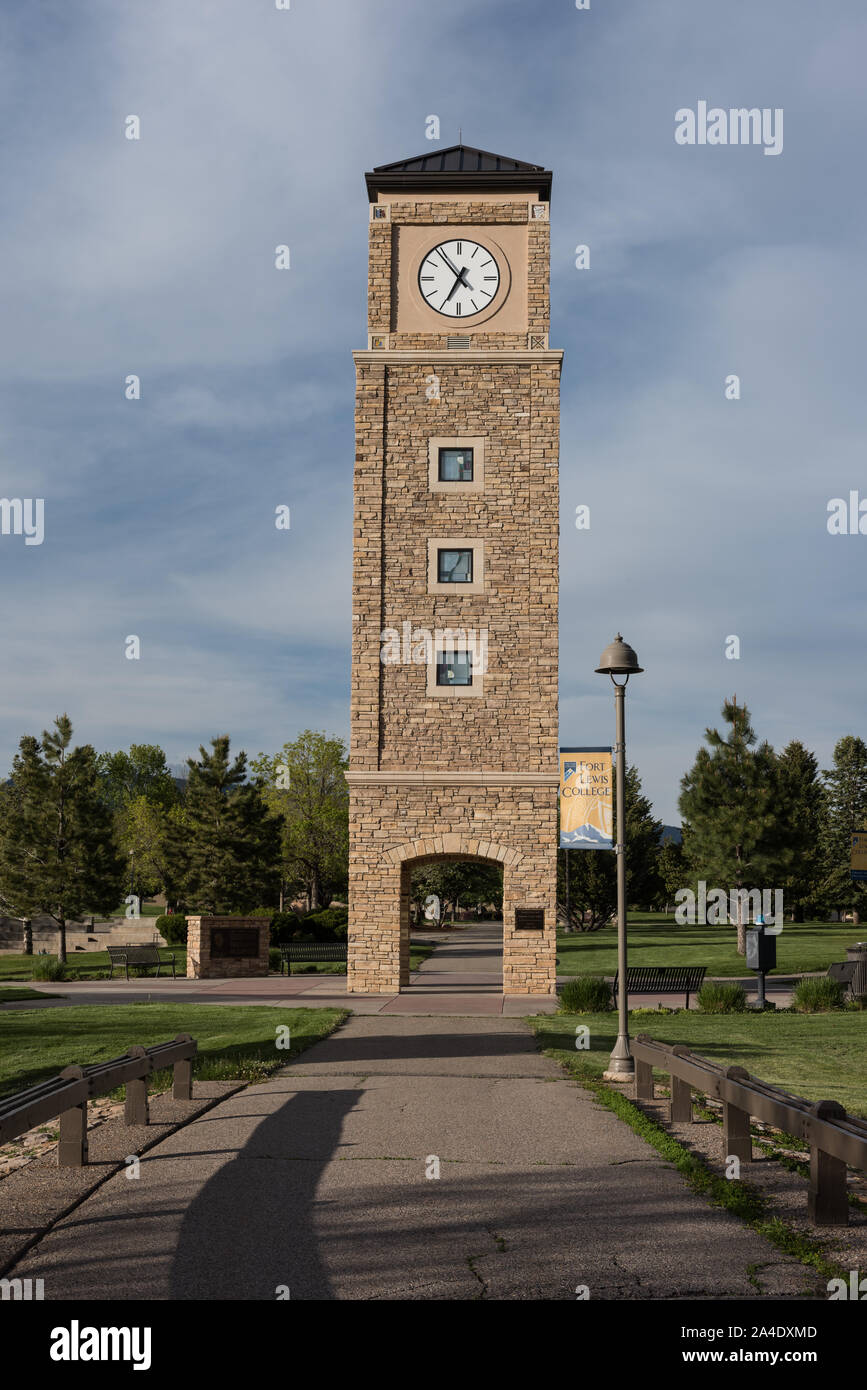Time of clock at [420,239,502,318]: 6:53
